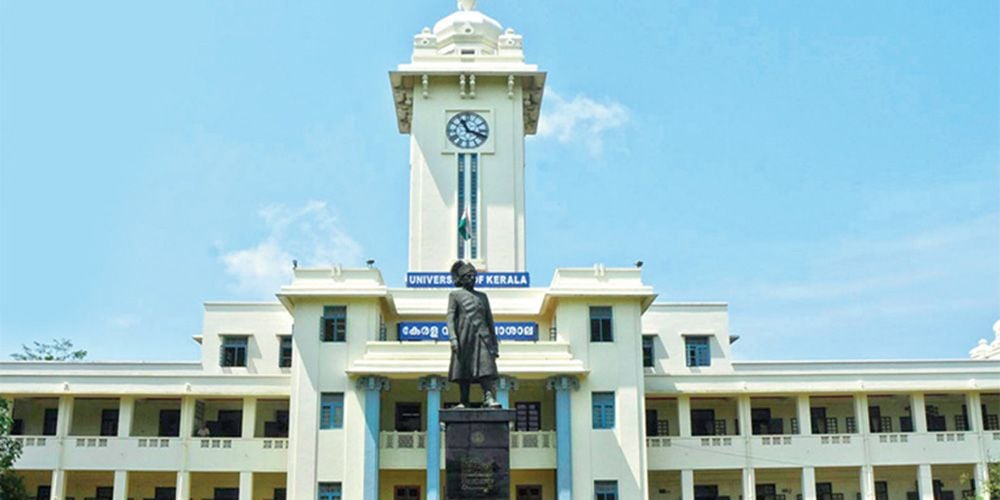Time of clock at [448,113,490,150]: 11:18
